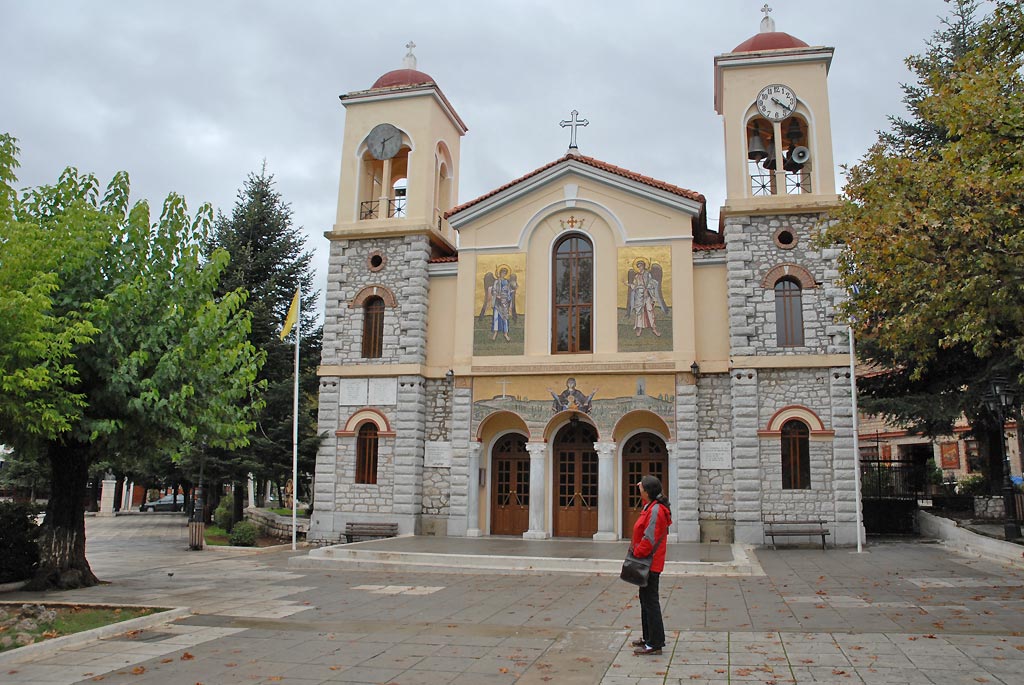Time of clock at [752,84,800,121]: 4:20
